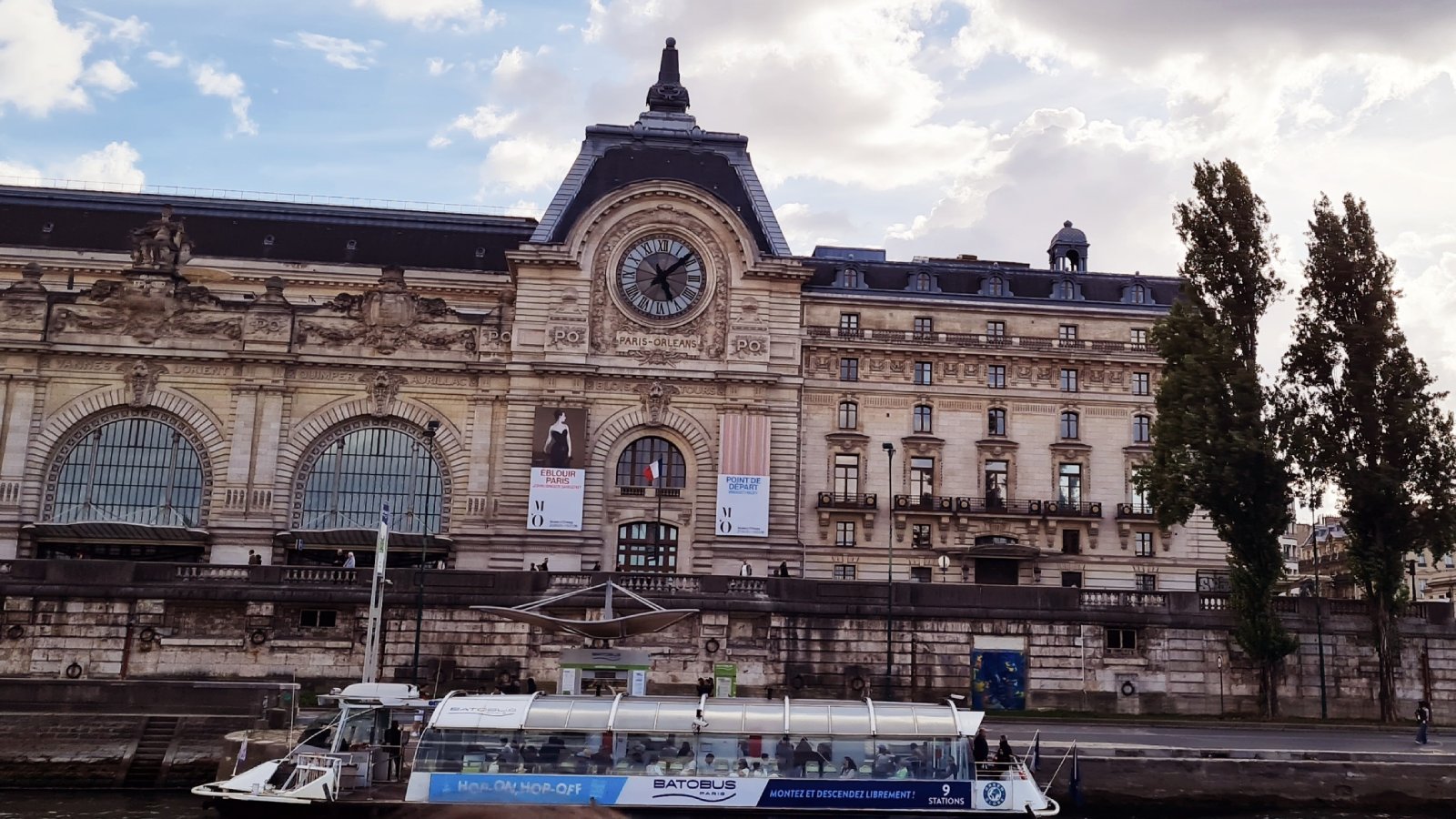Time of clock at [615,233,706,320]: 5:08
